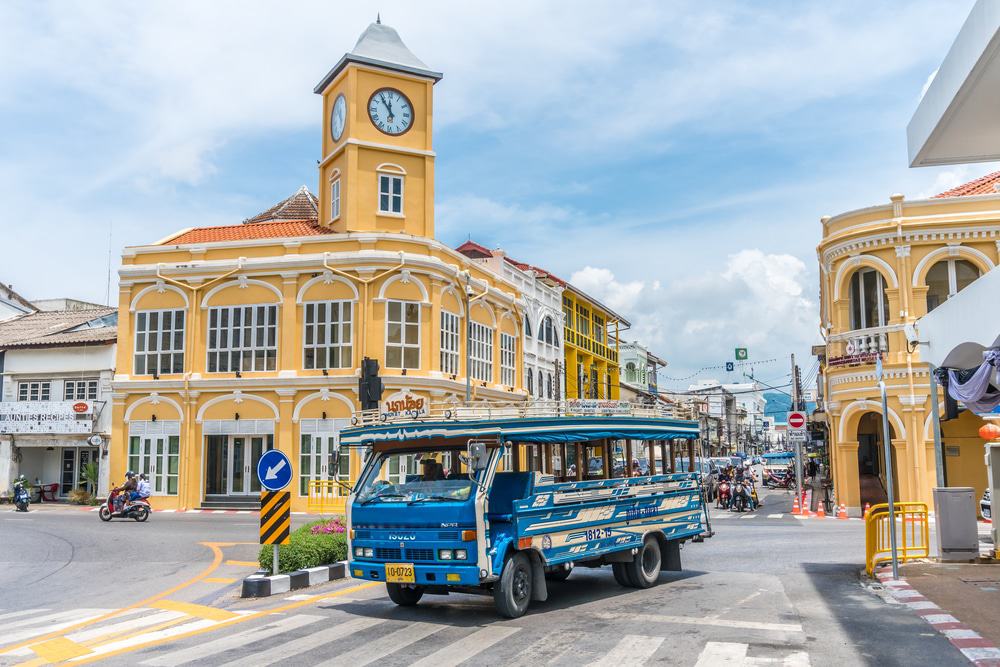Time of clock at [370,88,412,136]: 11:54
